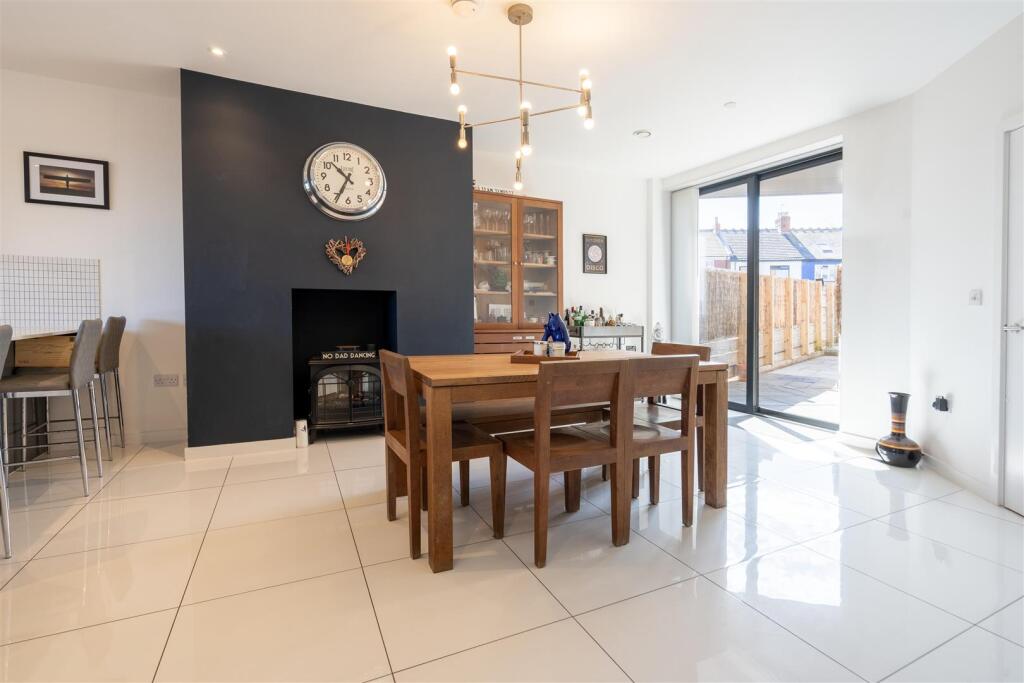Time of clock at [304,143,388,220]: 10:34
